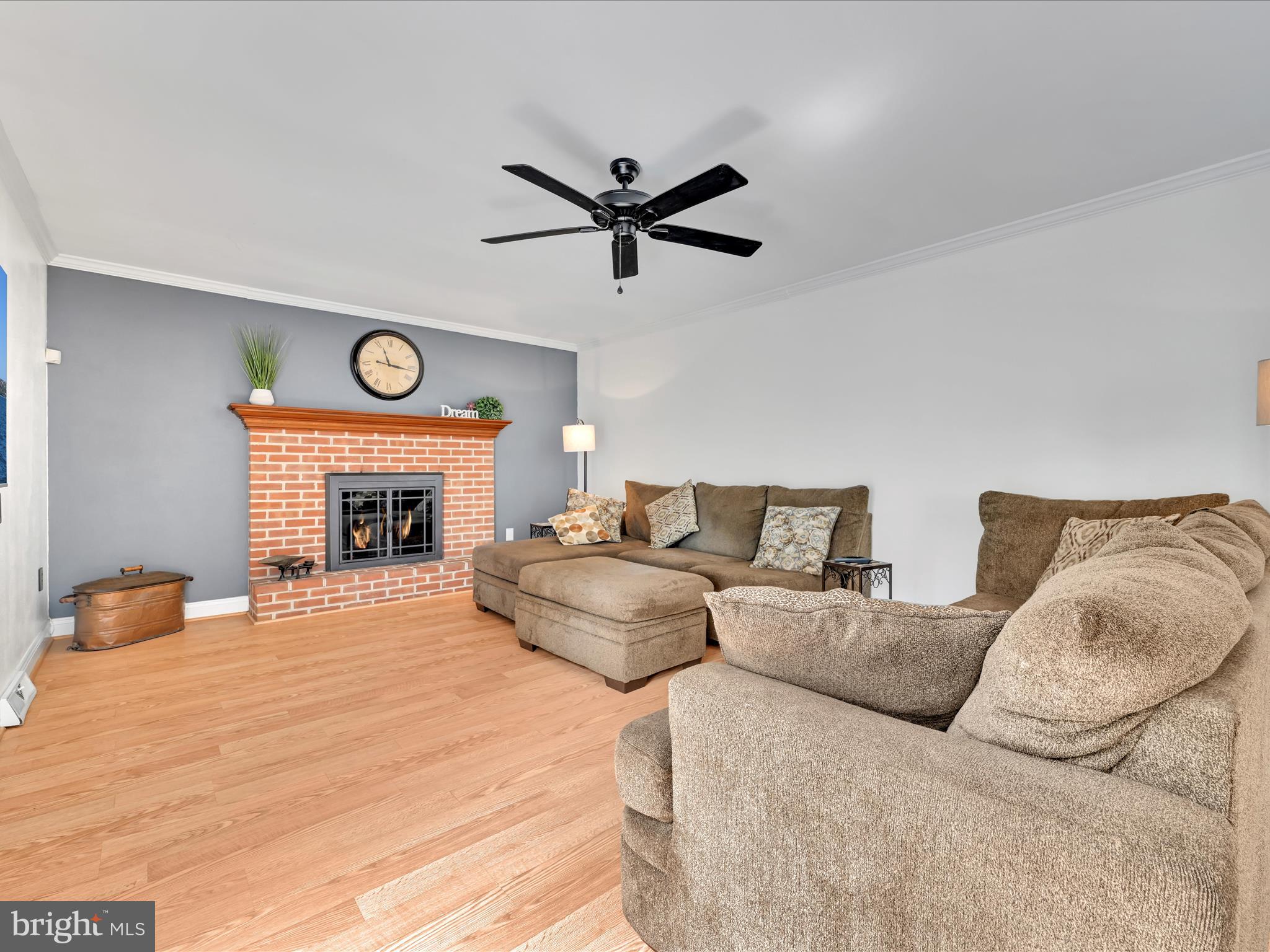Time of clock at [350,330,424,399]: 11:16
